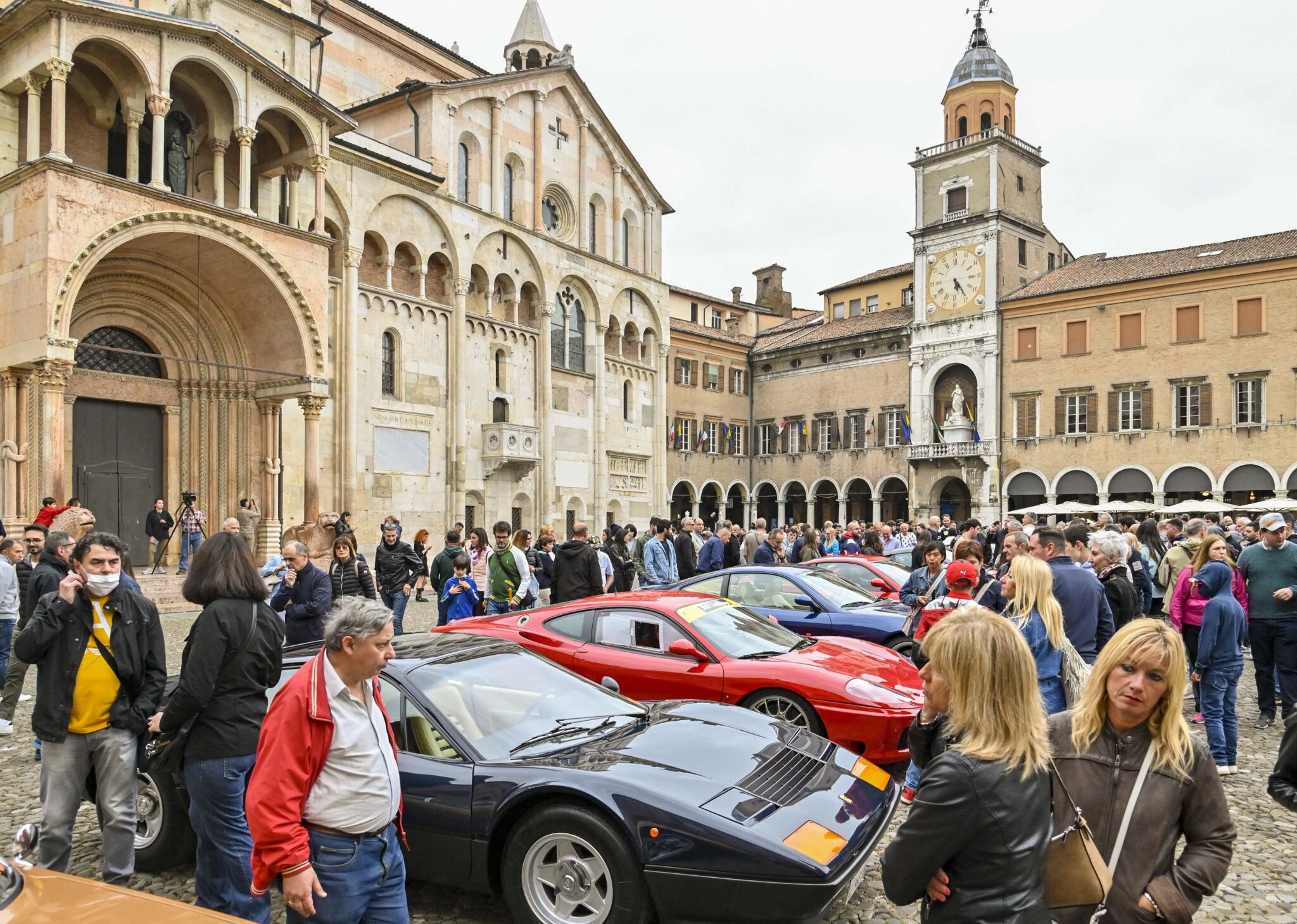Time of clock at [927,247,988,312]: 5:24
